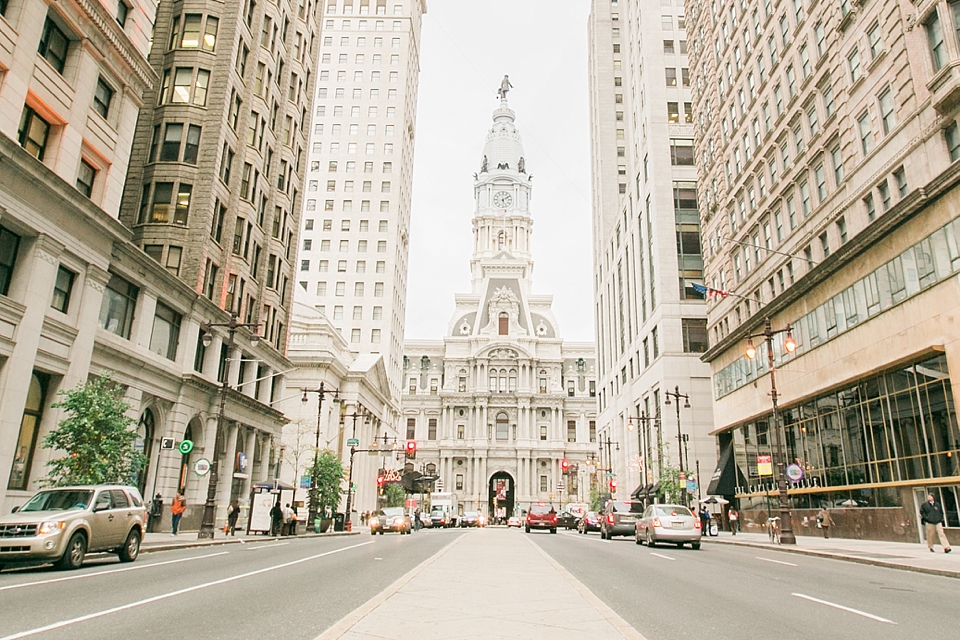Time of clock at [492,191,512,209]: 5:09
